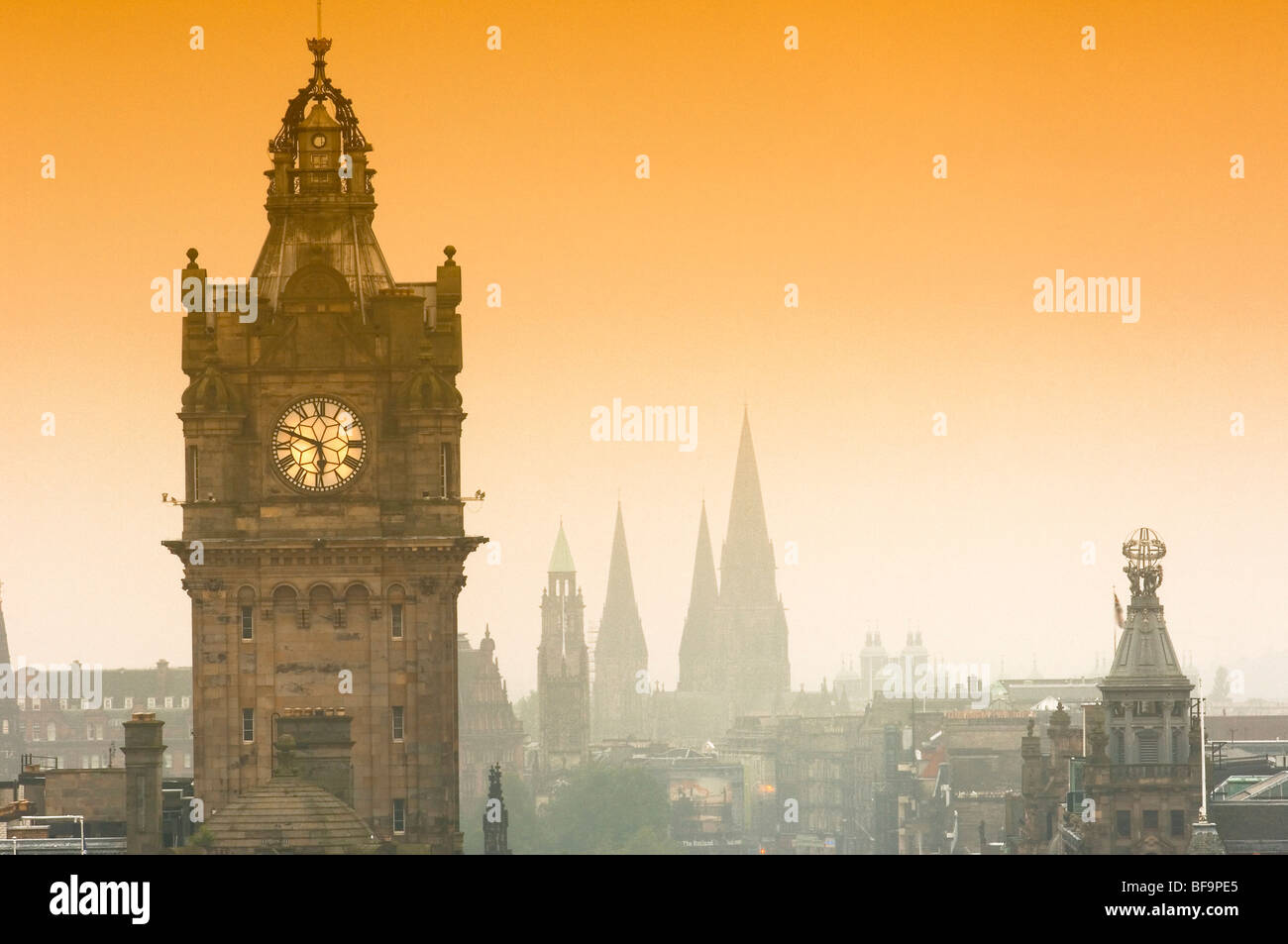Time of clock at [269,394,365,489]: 5:48
